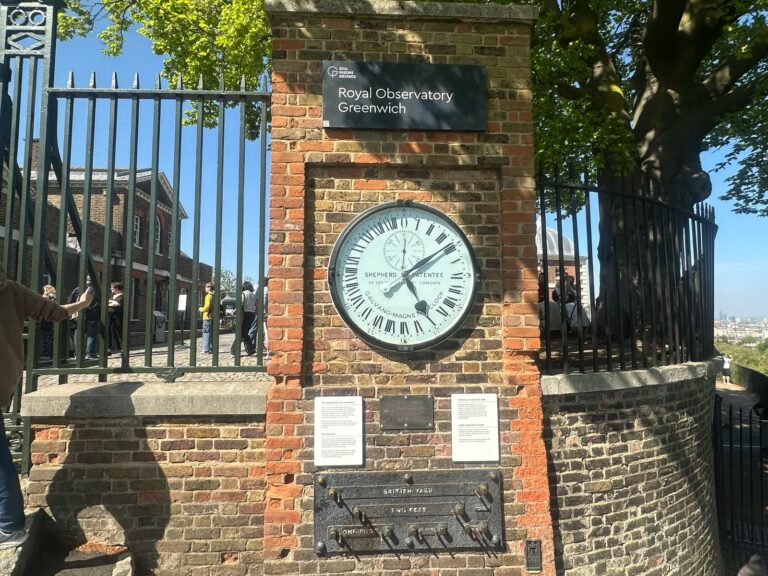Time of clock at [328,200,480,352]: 5:08
